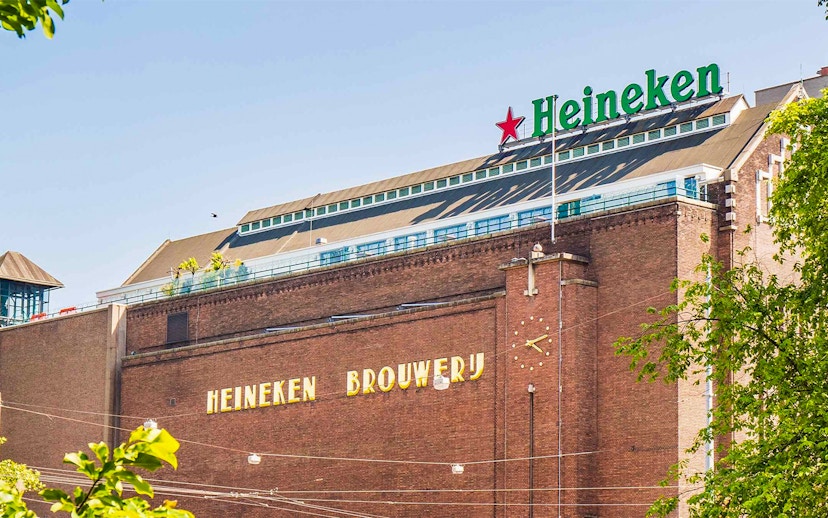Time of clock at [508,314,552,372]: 4:12
